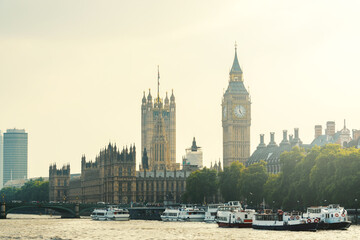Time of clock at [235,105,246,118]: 4:59
